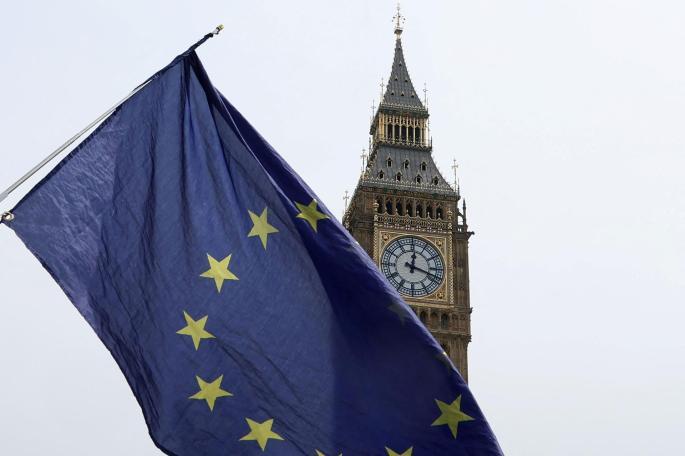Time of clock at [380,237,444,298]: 12:18
